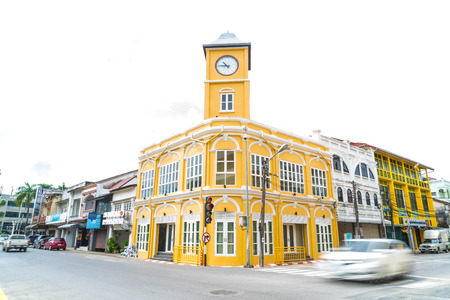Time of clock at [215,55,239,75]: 10:45
